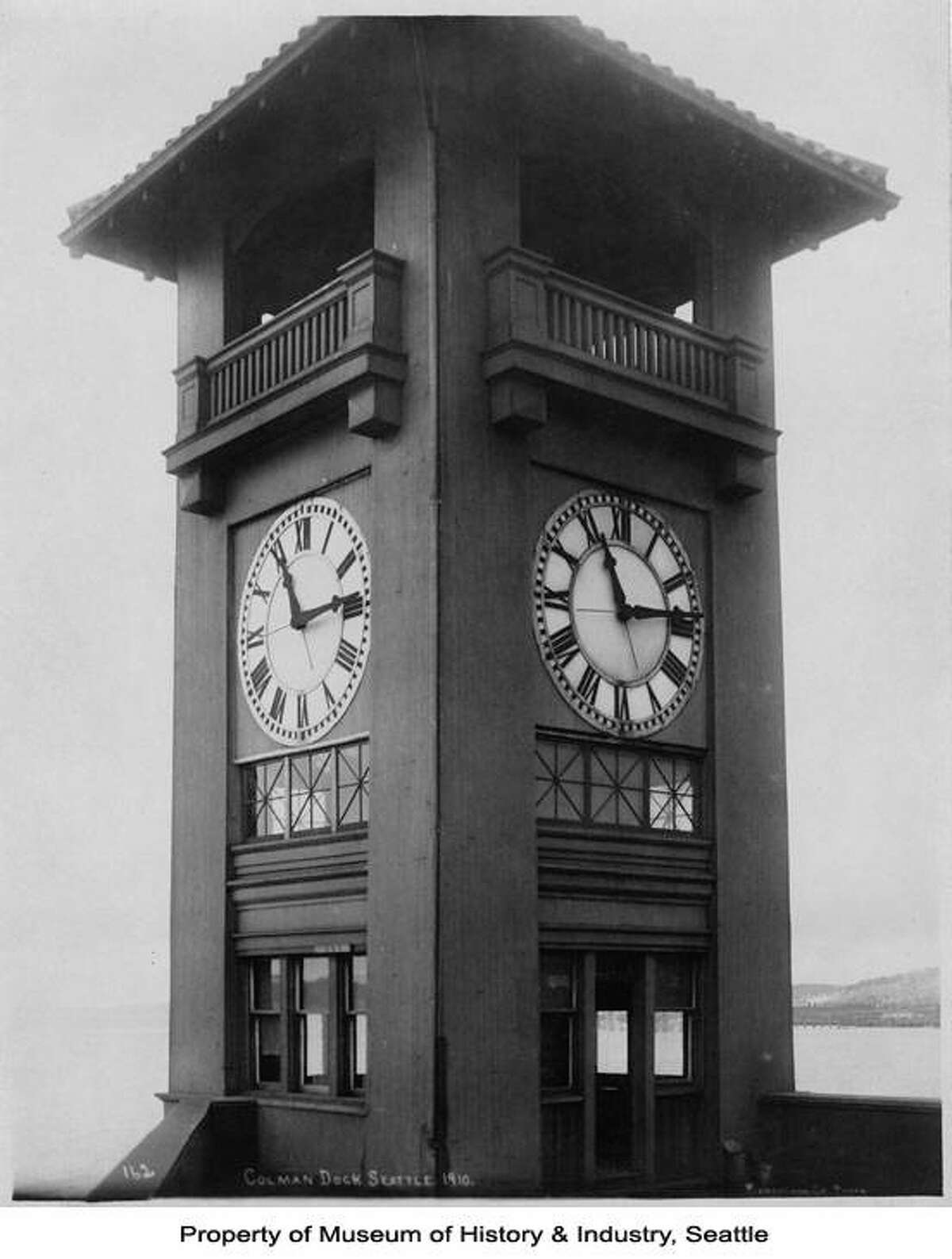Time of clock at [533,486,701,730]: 11:13
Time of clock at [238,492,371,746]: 11:13
